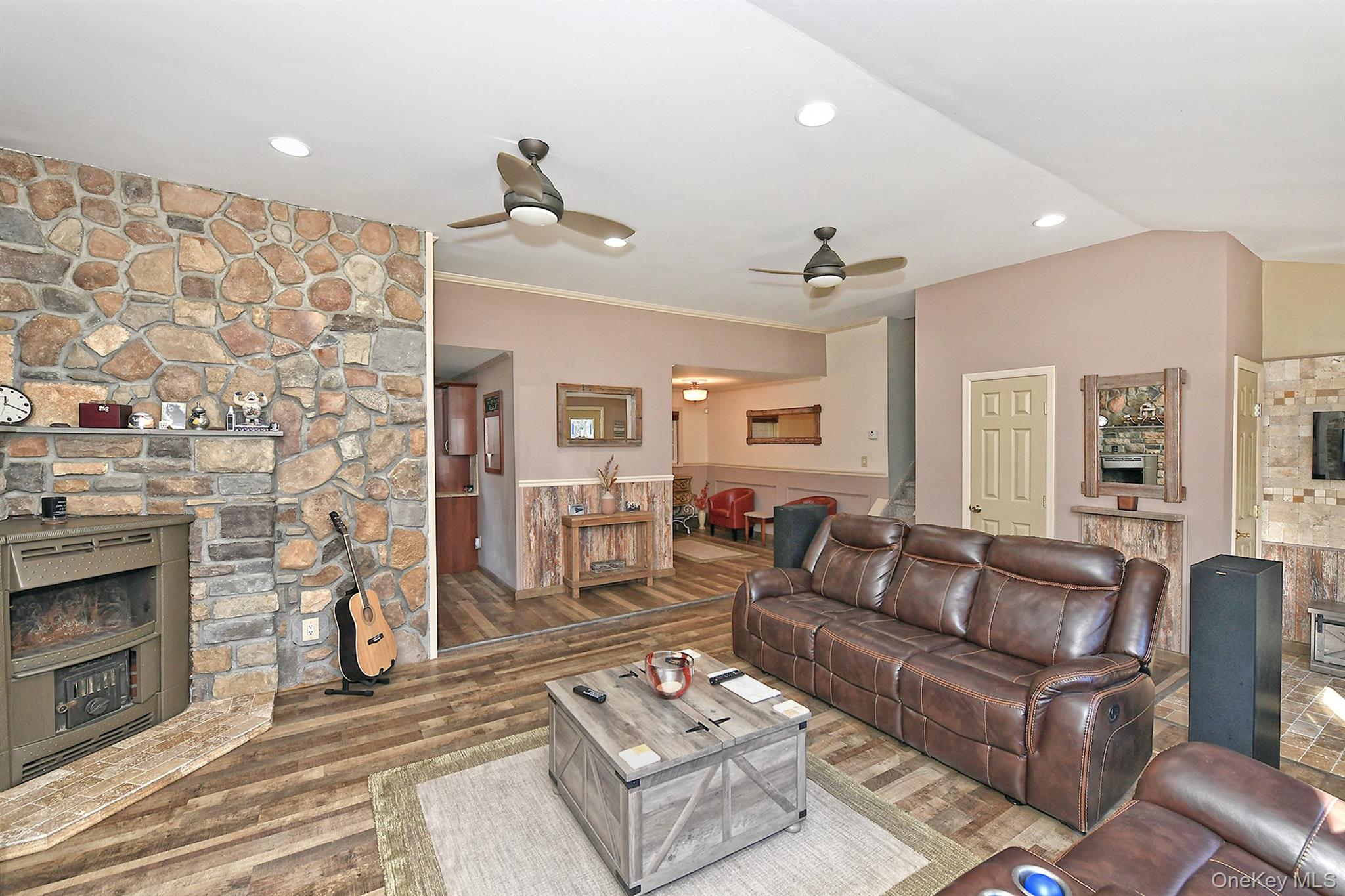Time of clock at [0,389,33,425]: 12:19
